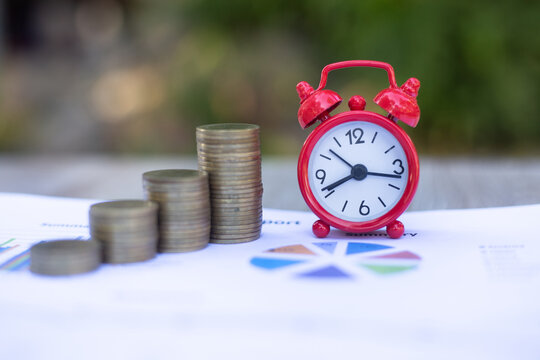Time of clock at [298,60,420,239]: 8:17
